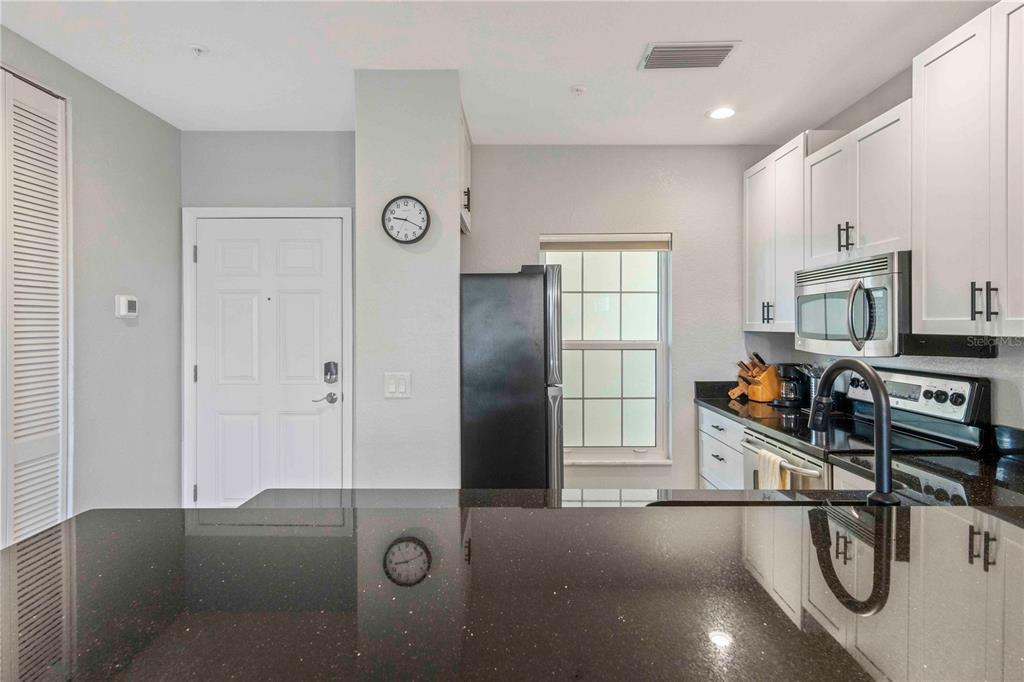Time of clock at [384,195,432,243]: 9:19
